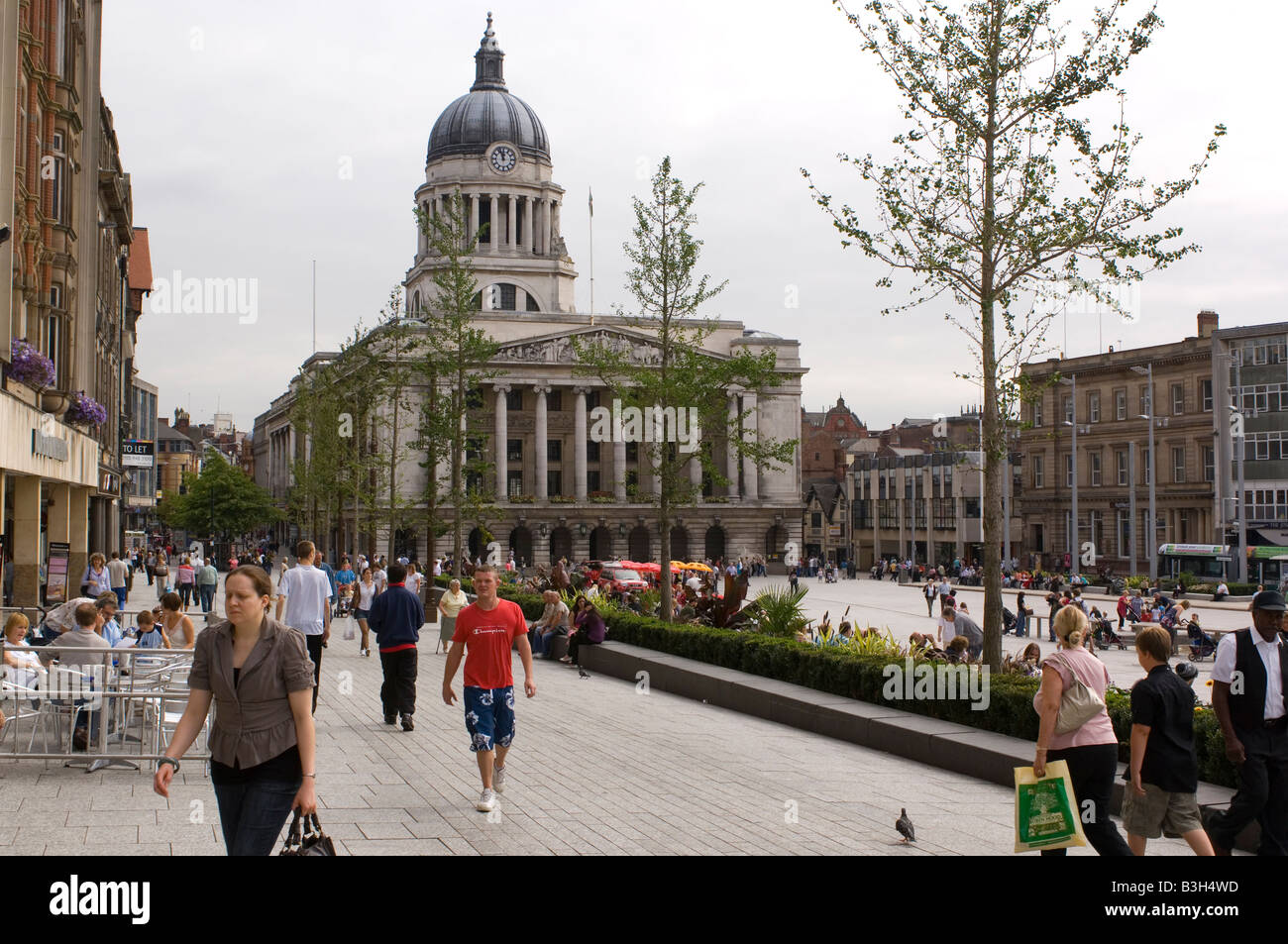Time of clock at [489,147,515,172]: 11:56
